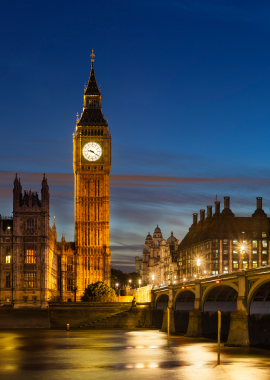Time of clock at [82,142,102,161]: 9:20
